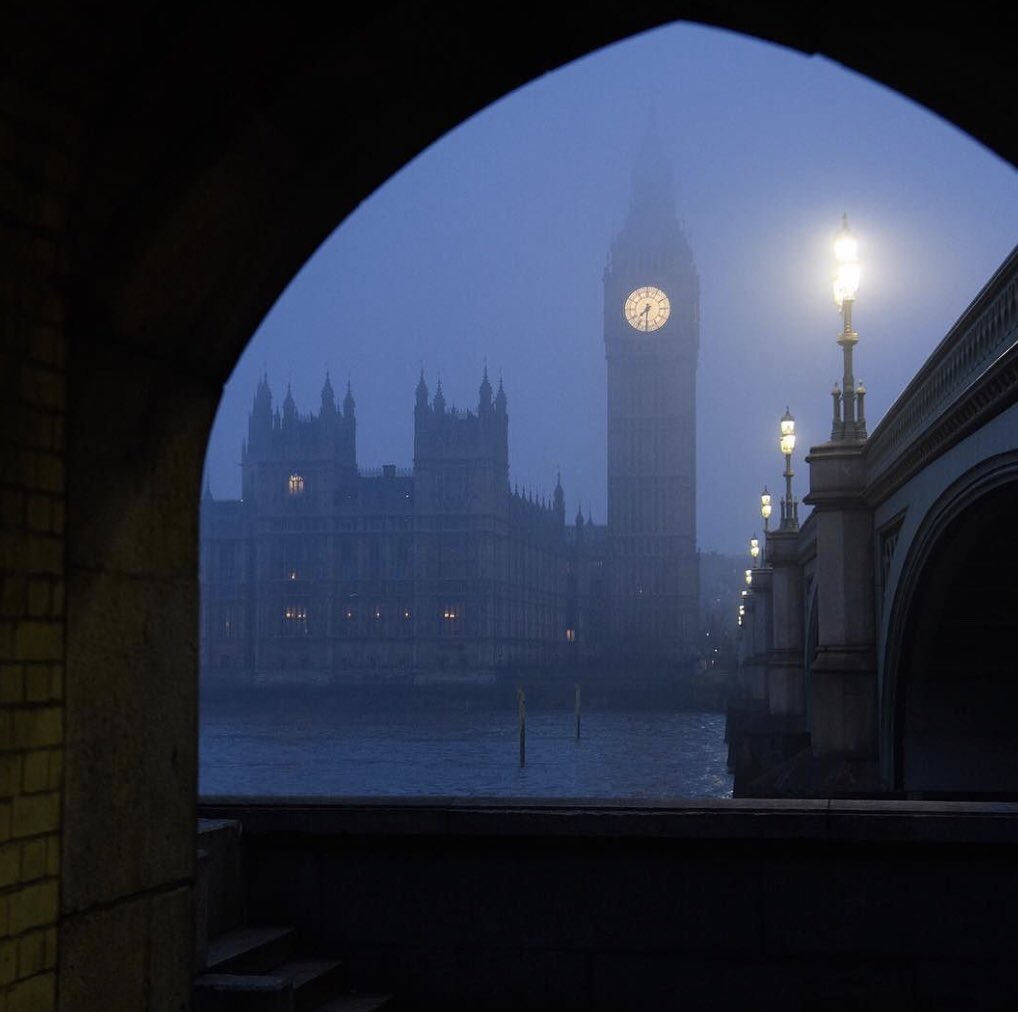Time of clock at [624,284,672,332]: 7:30
